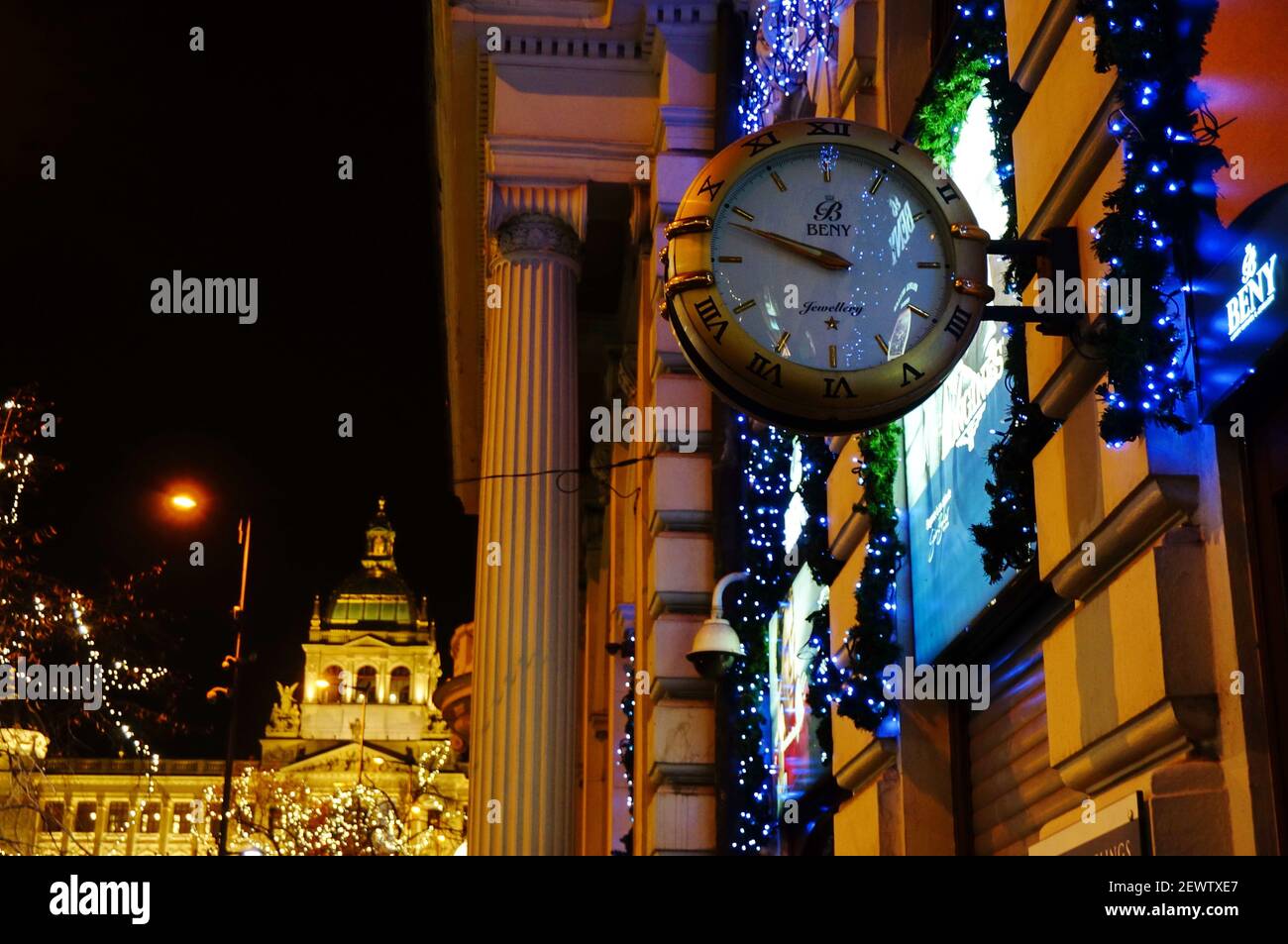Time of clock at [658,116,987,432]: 9:48
